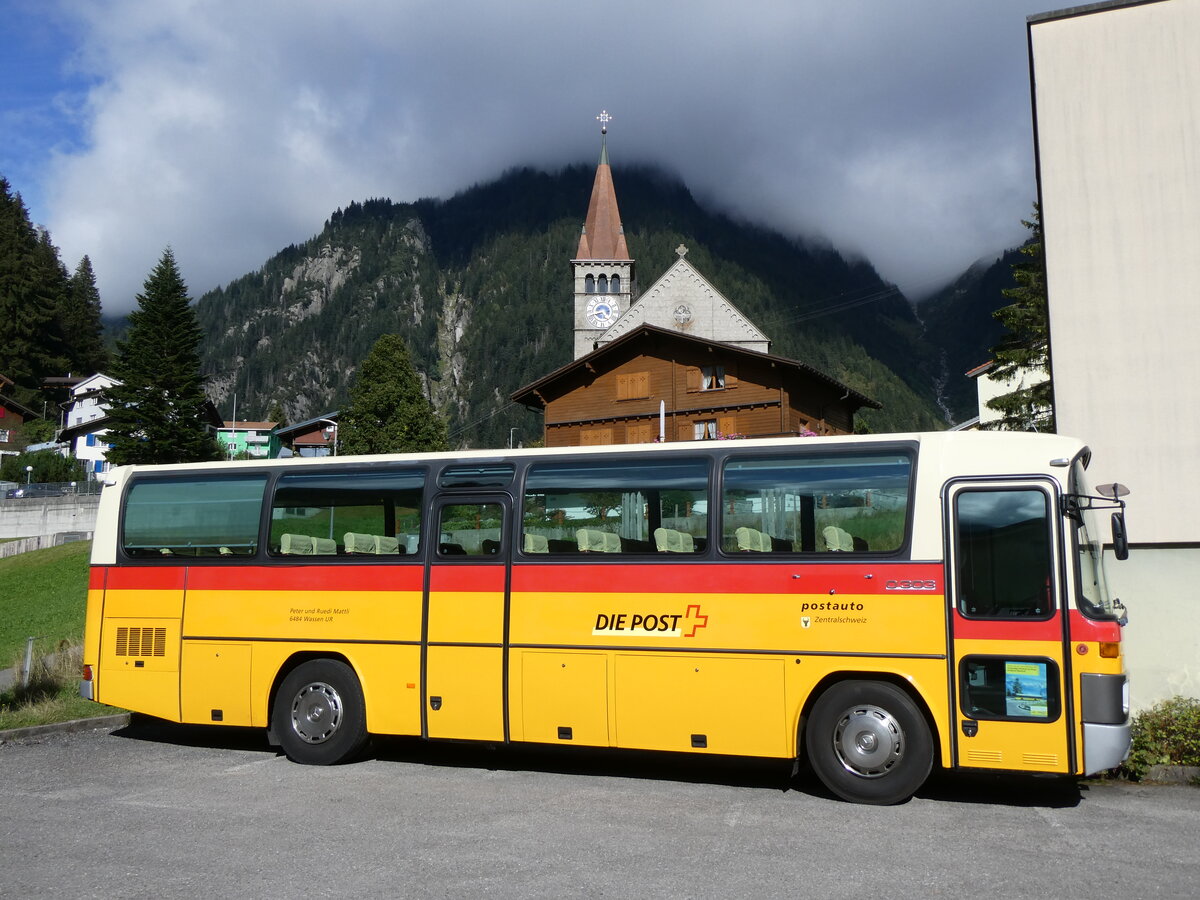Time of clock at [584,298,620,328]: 4:42
